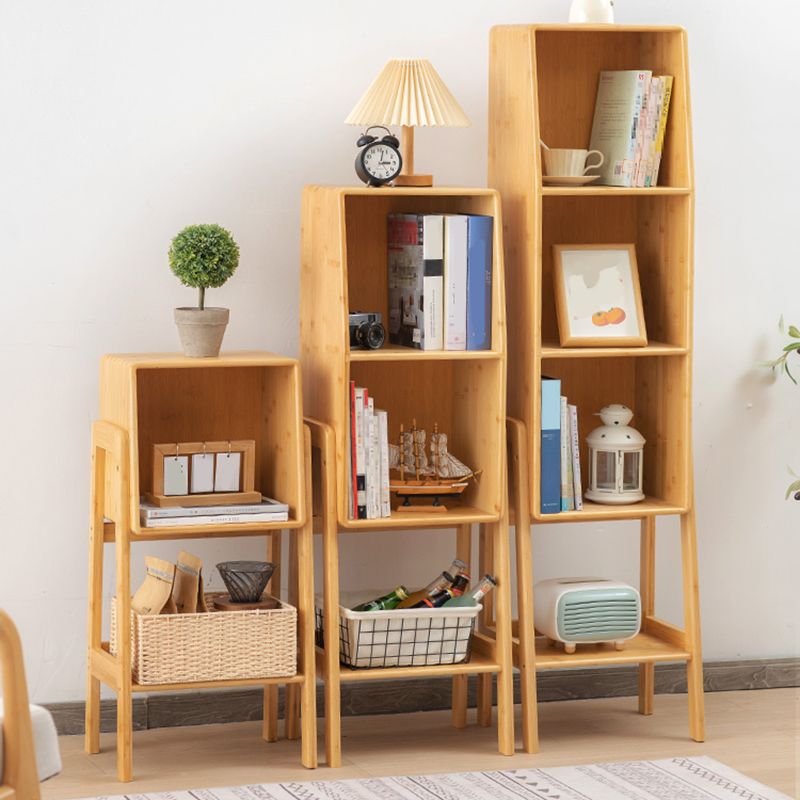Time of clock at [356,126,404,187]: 3:02
